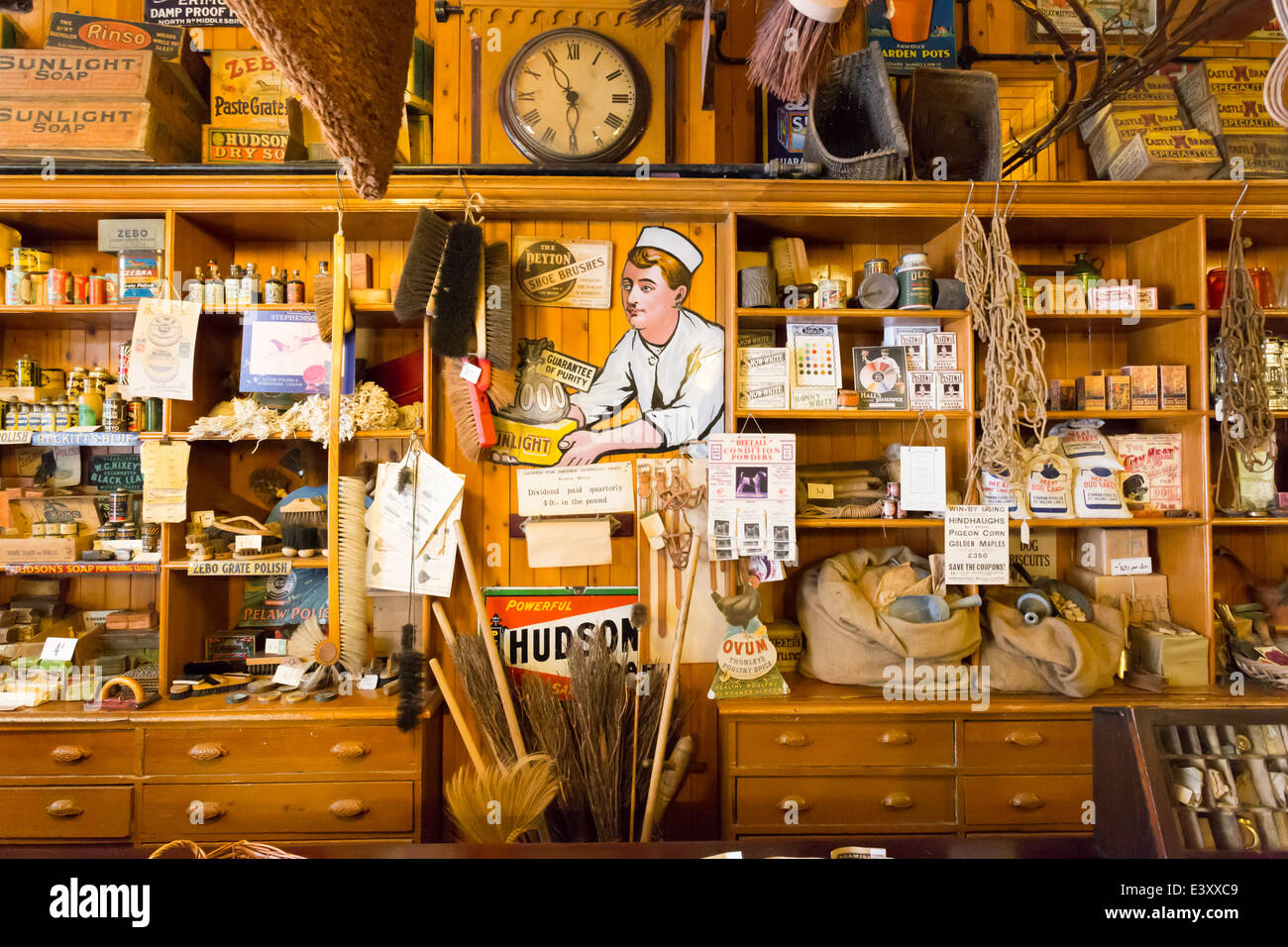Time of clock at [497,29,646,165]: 5:54
